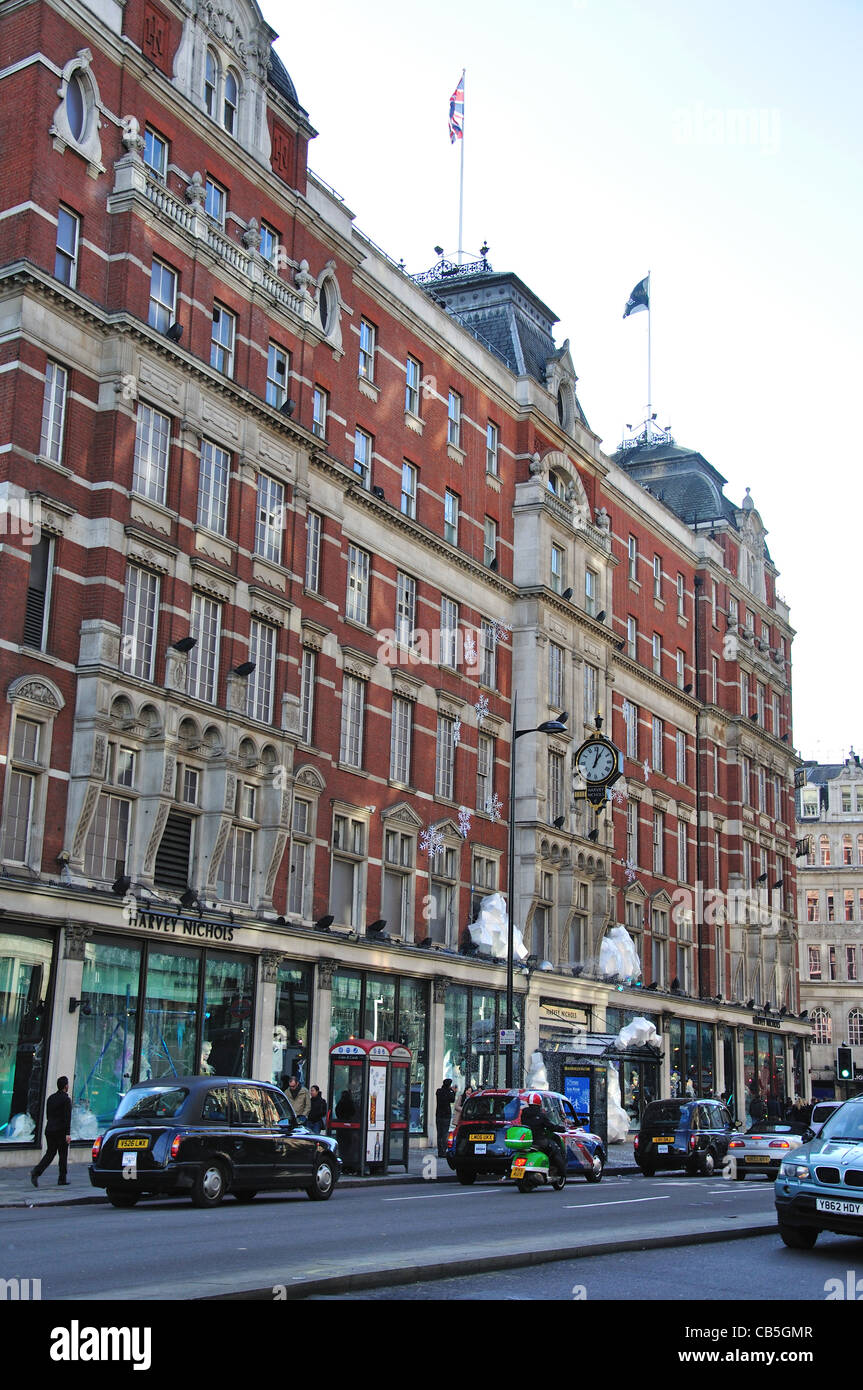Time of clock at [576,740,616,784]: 1:01
